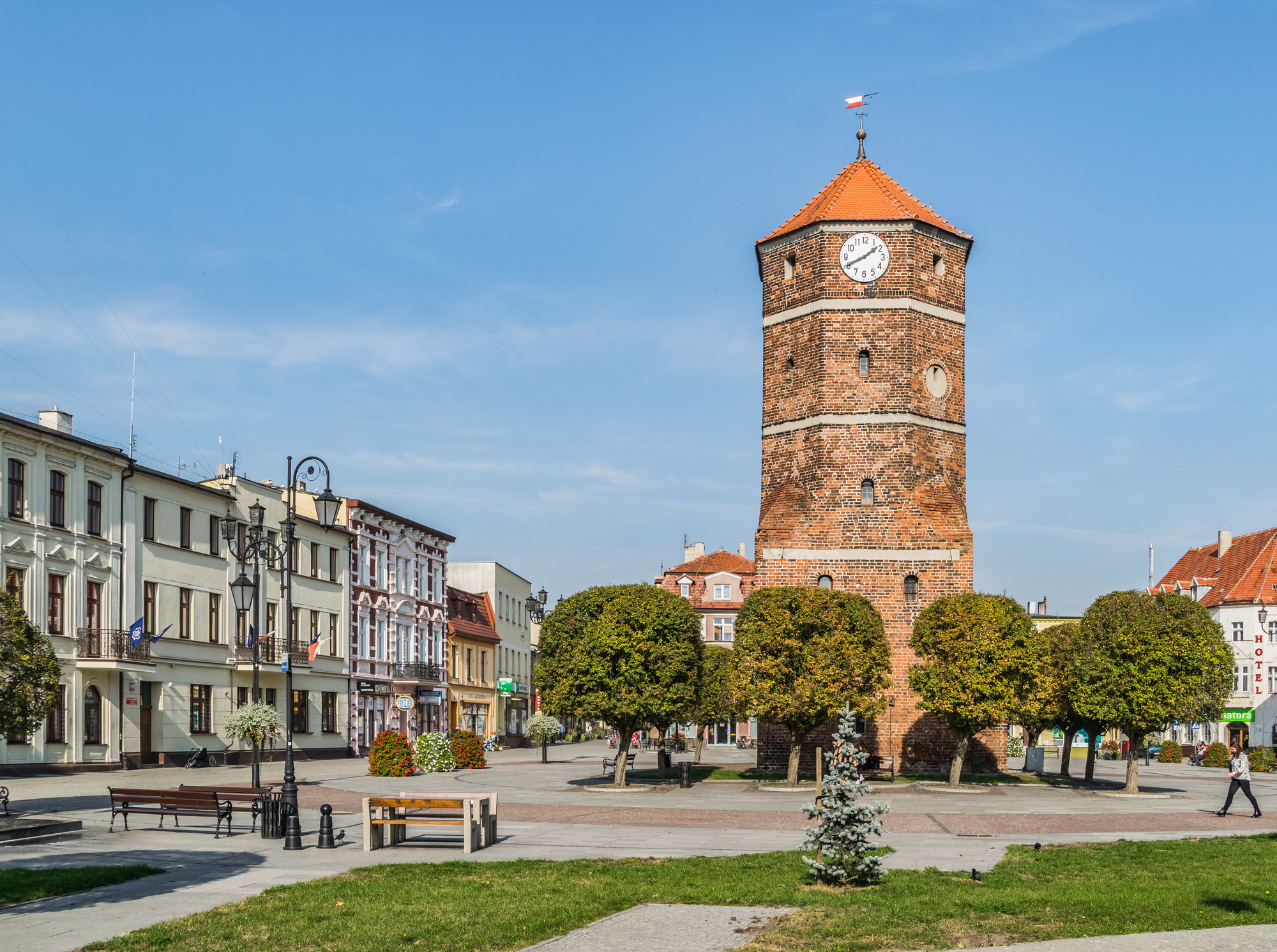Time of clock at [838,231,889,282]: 1:40
